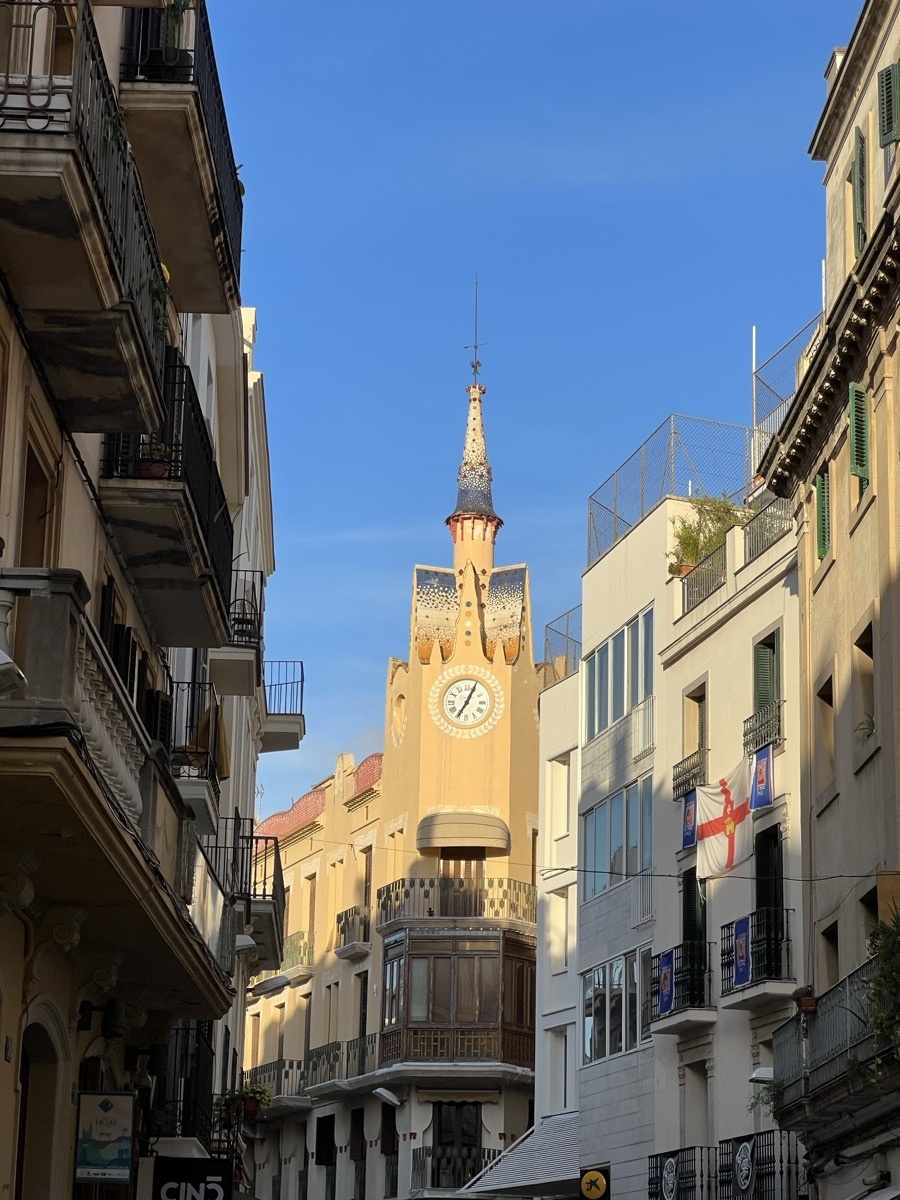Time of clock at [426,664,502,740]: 7:04
